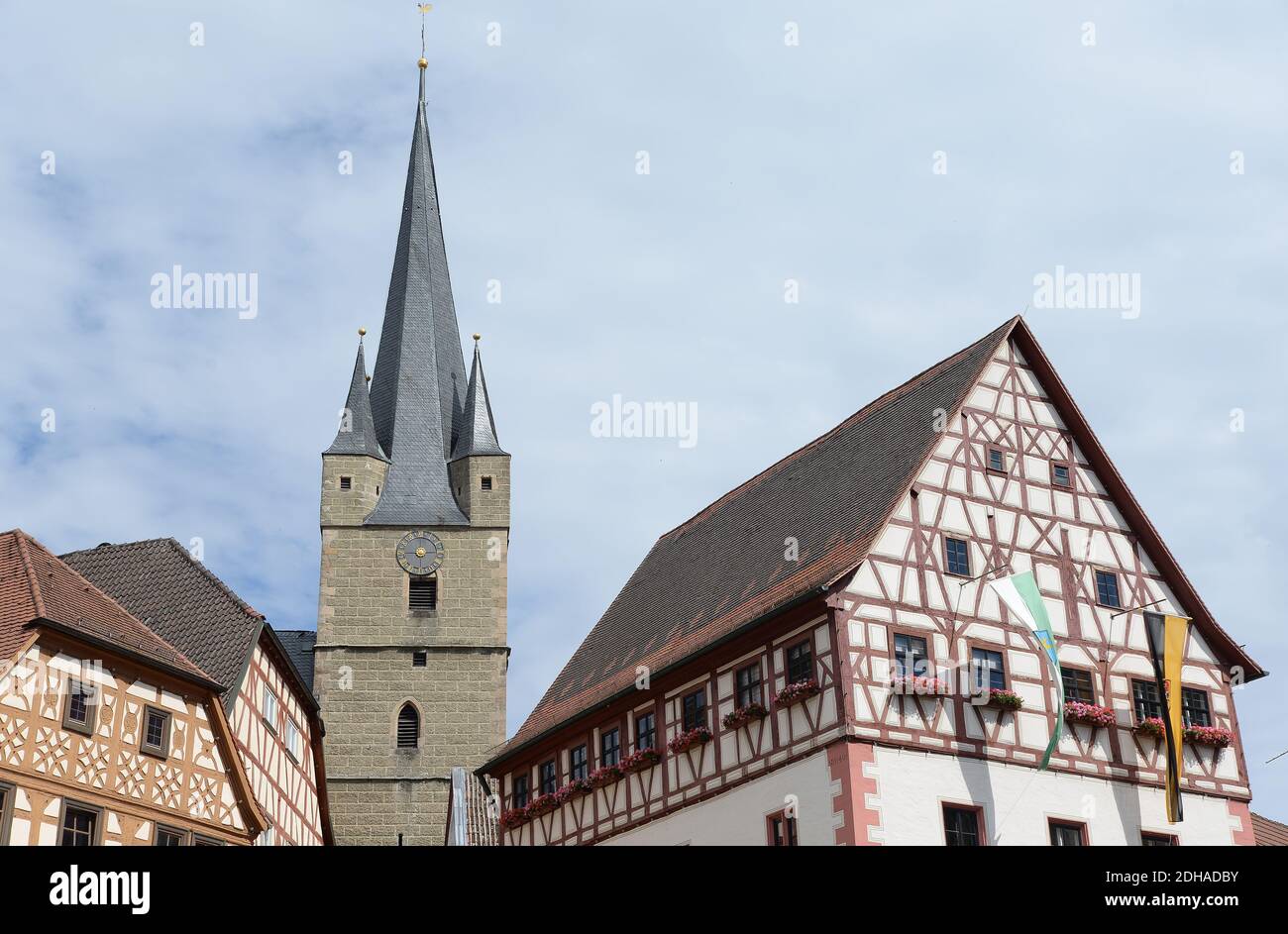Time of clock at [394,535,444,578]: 2:45
